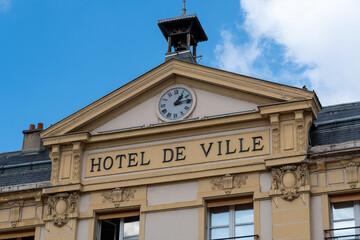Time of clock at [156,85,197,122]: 1:13
